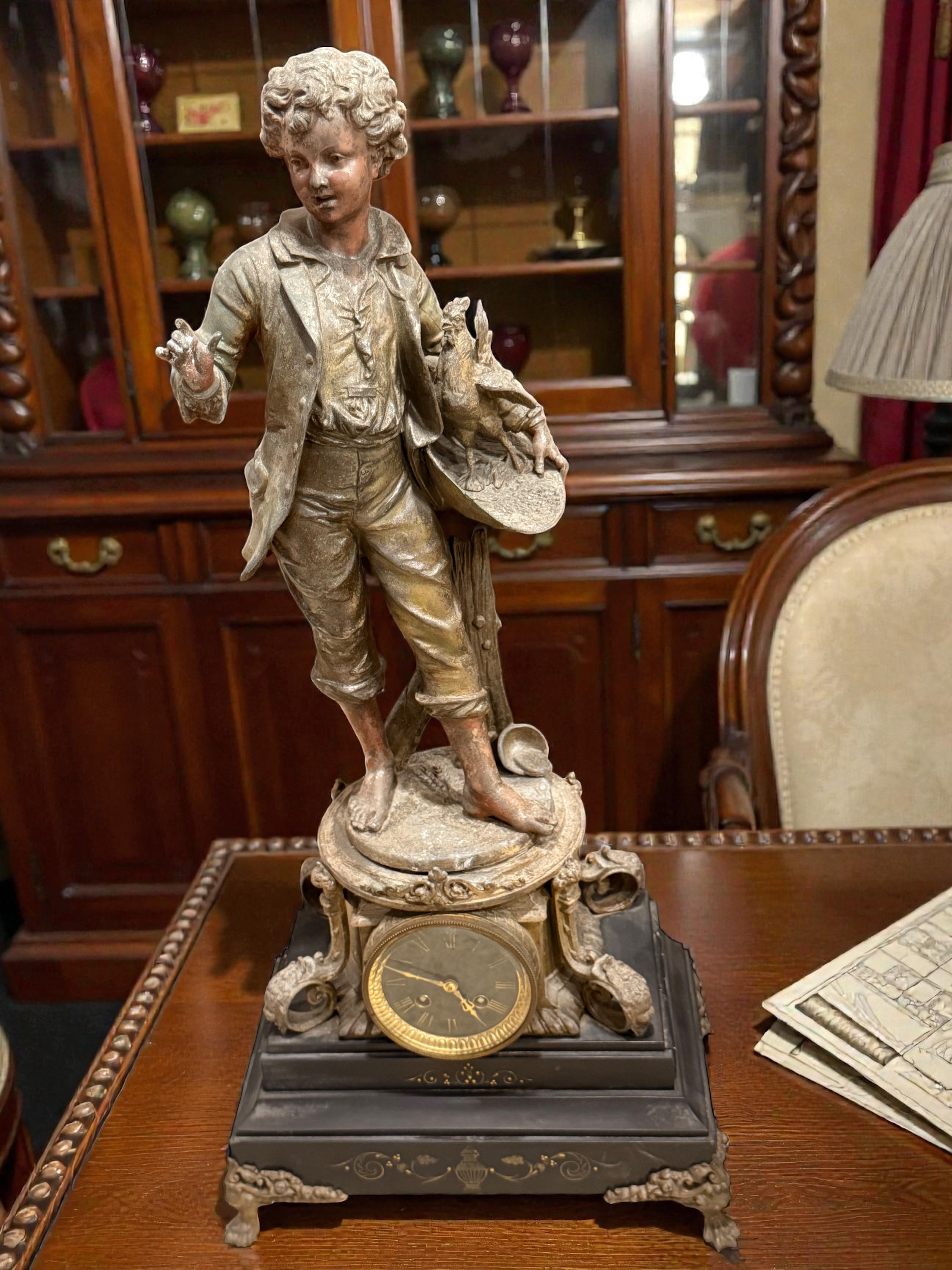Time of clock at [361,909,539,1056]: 4:47
